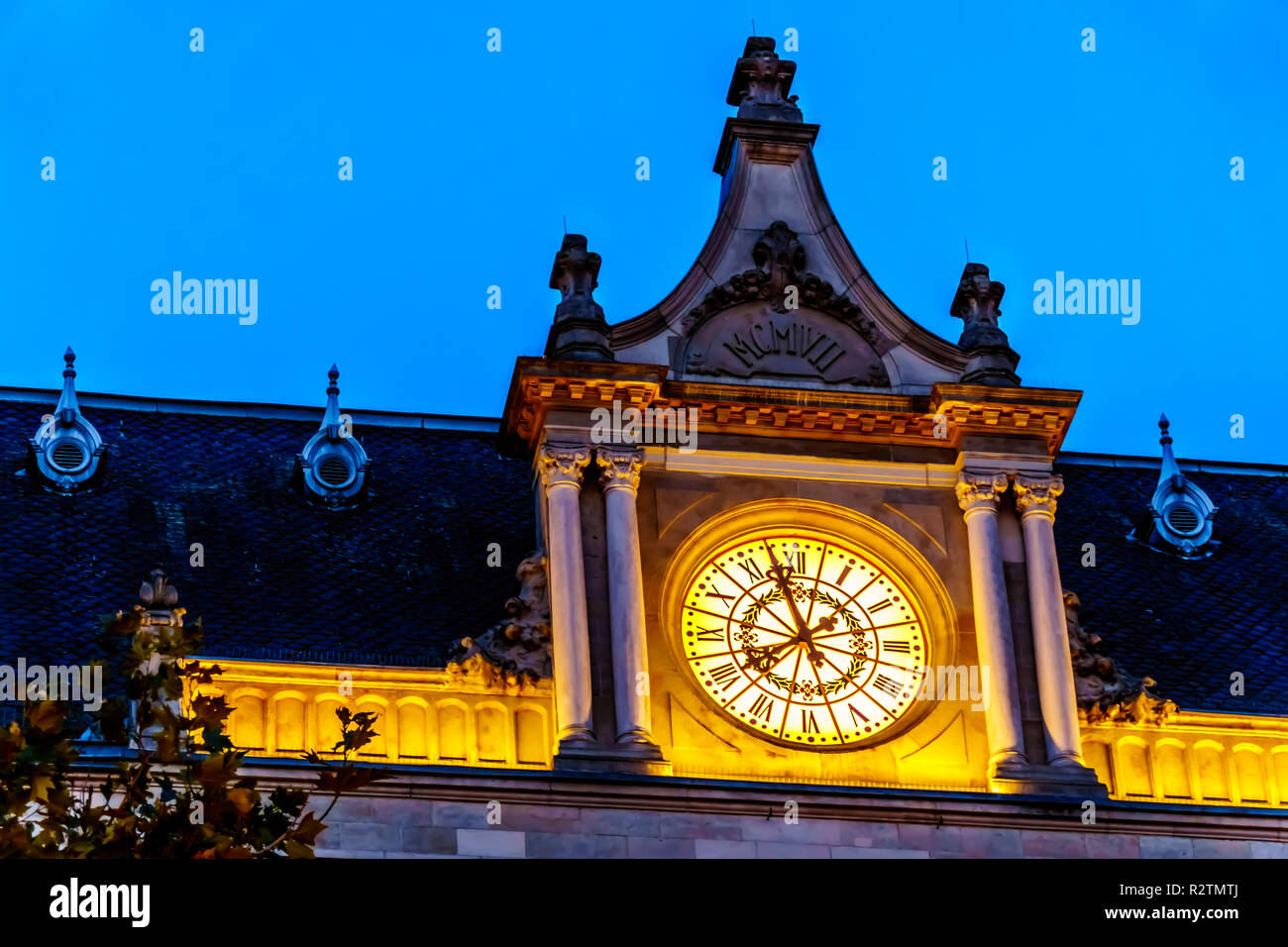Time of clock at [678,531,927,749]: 7:57
